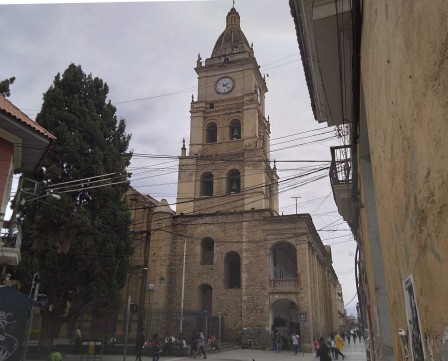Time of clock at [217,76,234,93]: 2:21
